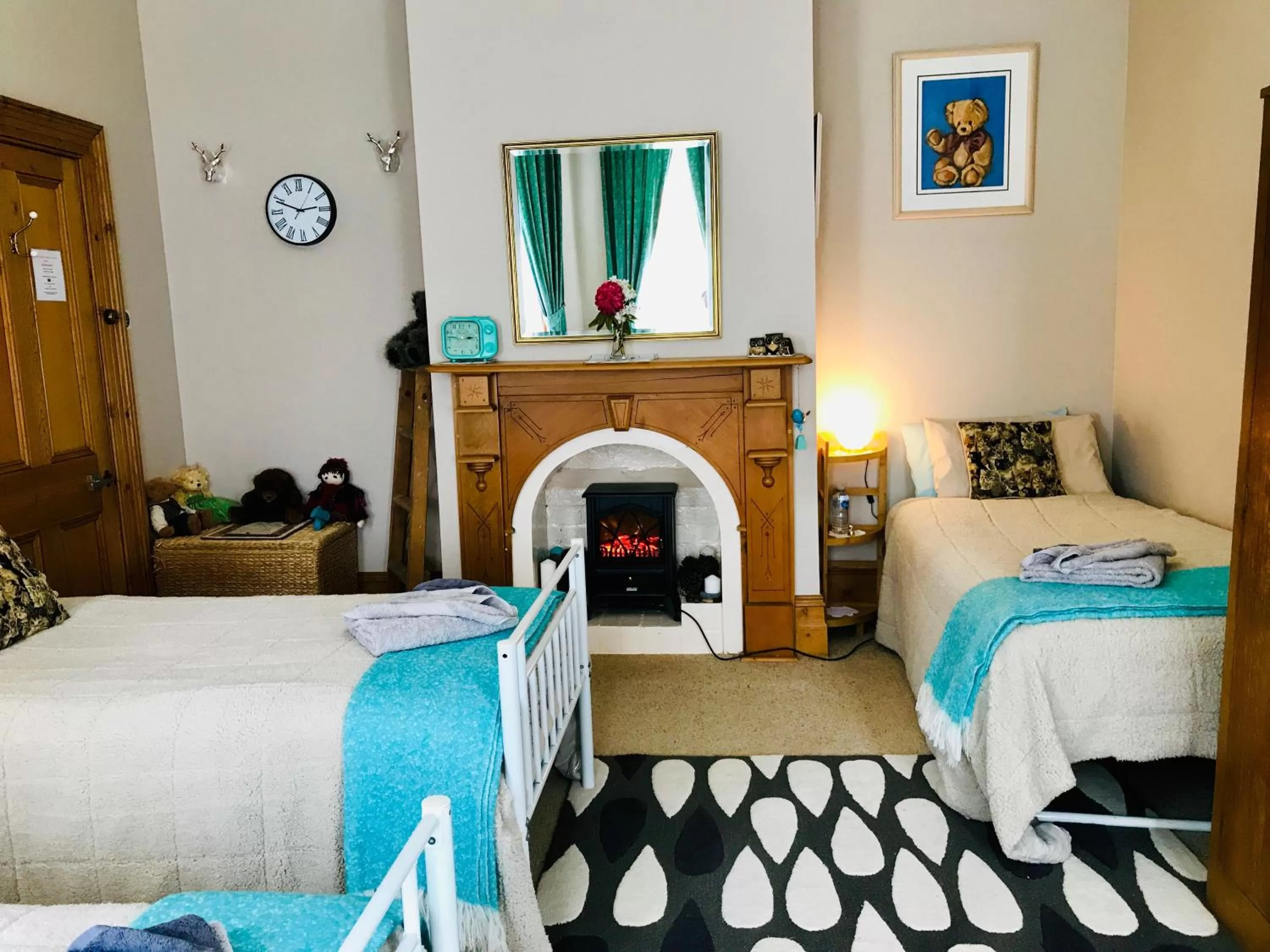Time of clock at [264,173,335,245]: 2:48
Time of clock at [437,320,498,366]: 2:47
